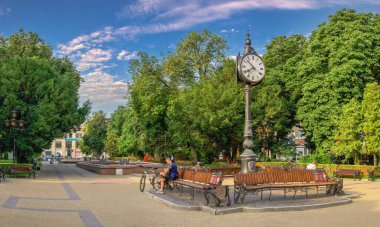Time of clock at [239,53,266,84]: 7:52
